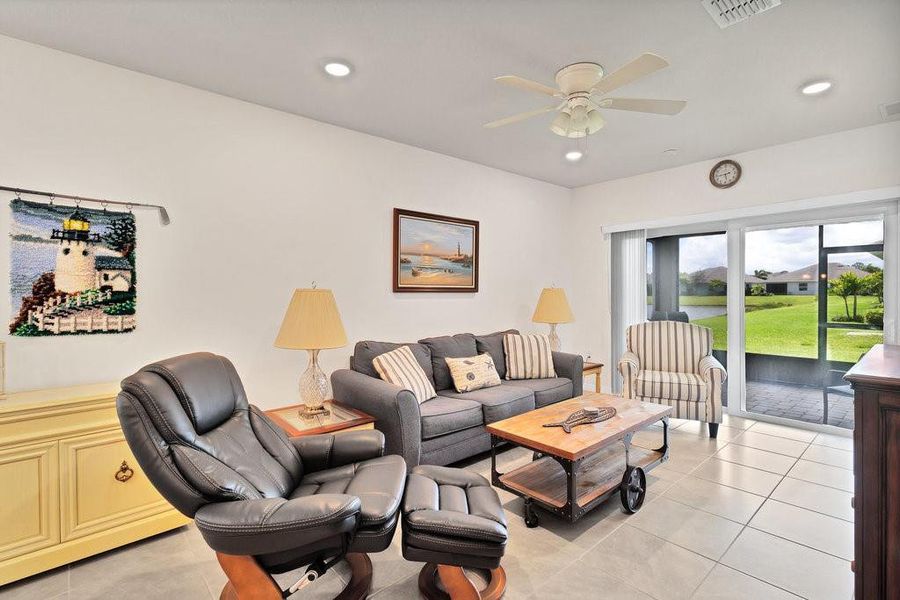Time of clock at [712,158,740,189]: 5:43
